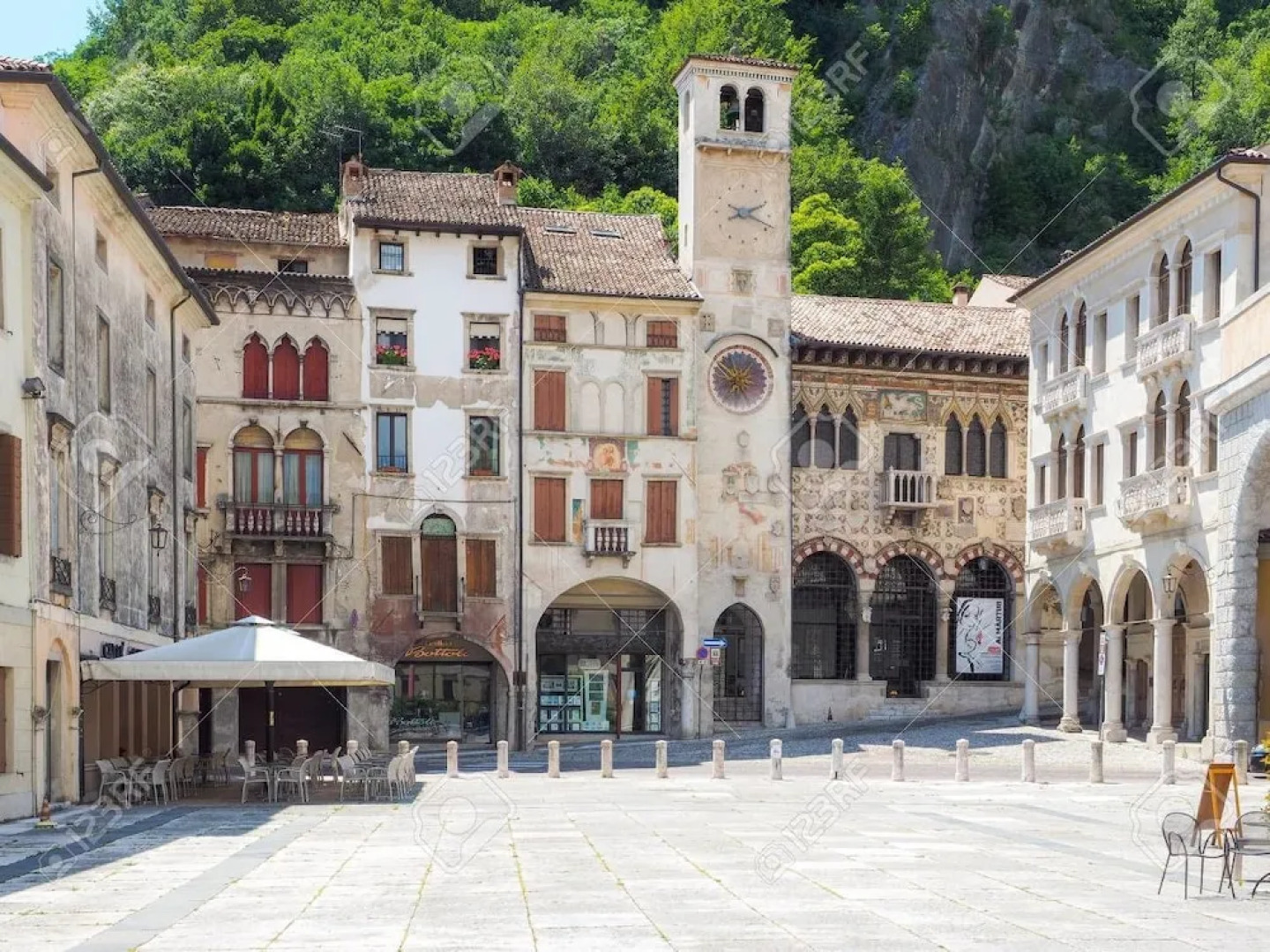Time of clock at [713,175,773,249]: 2:18
